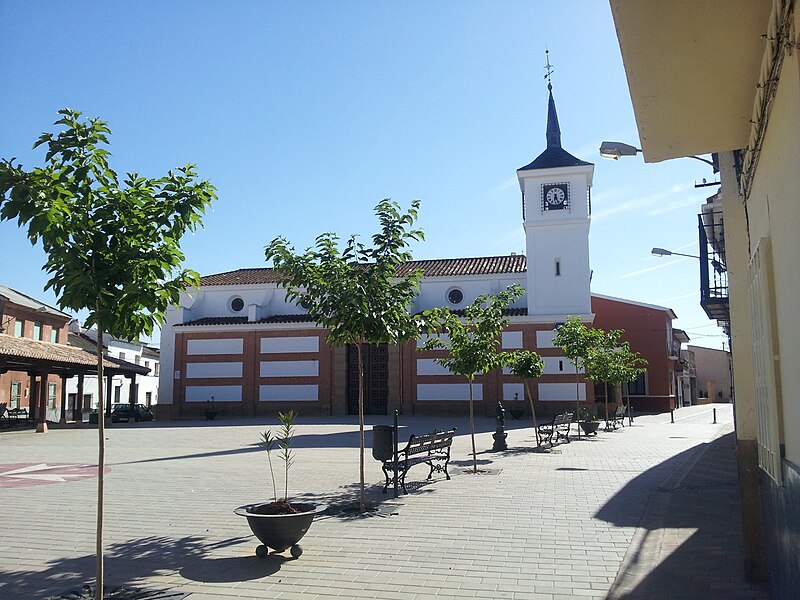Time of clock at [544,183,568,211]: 6:26
